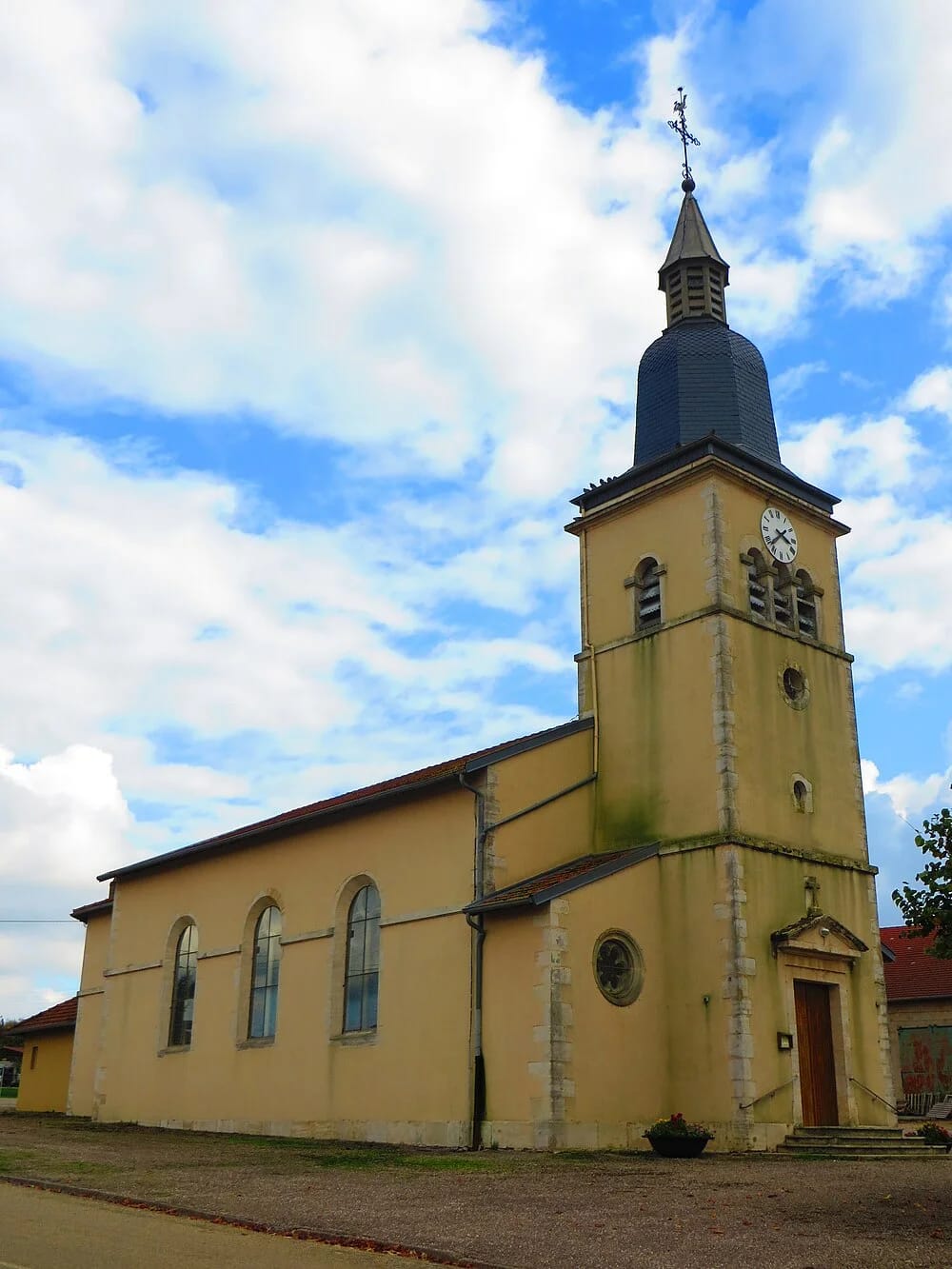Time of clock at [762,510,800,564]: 3:38
